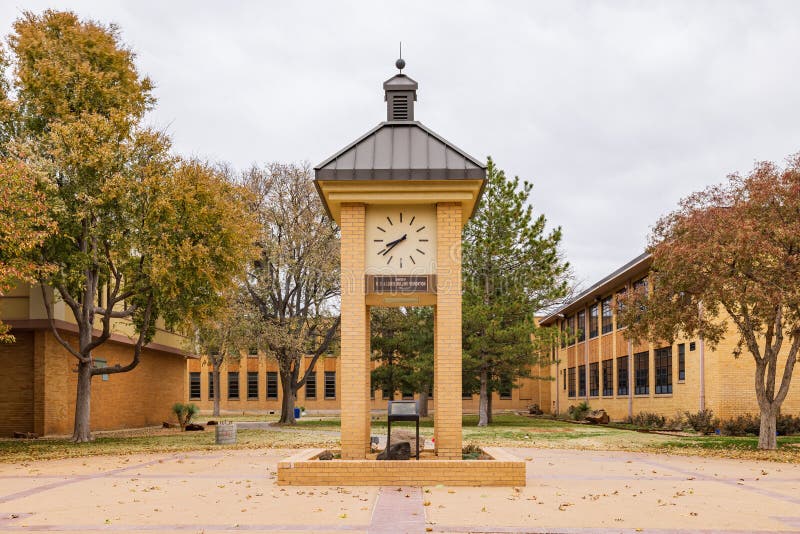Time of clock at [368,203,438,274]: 8:38
